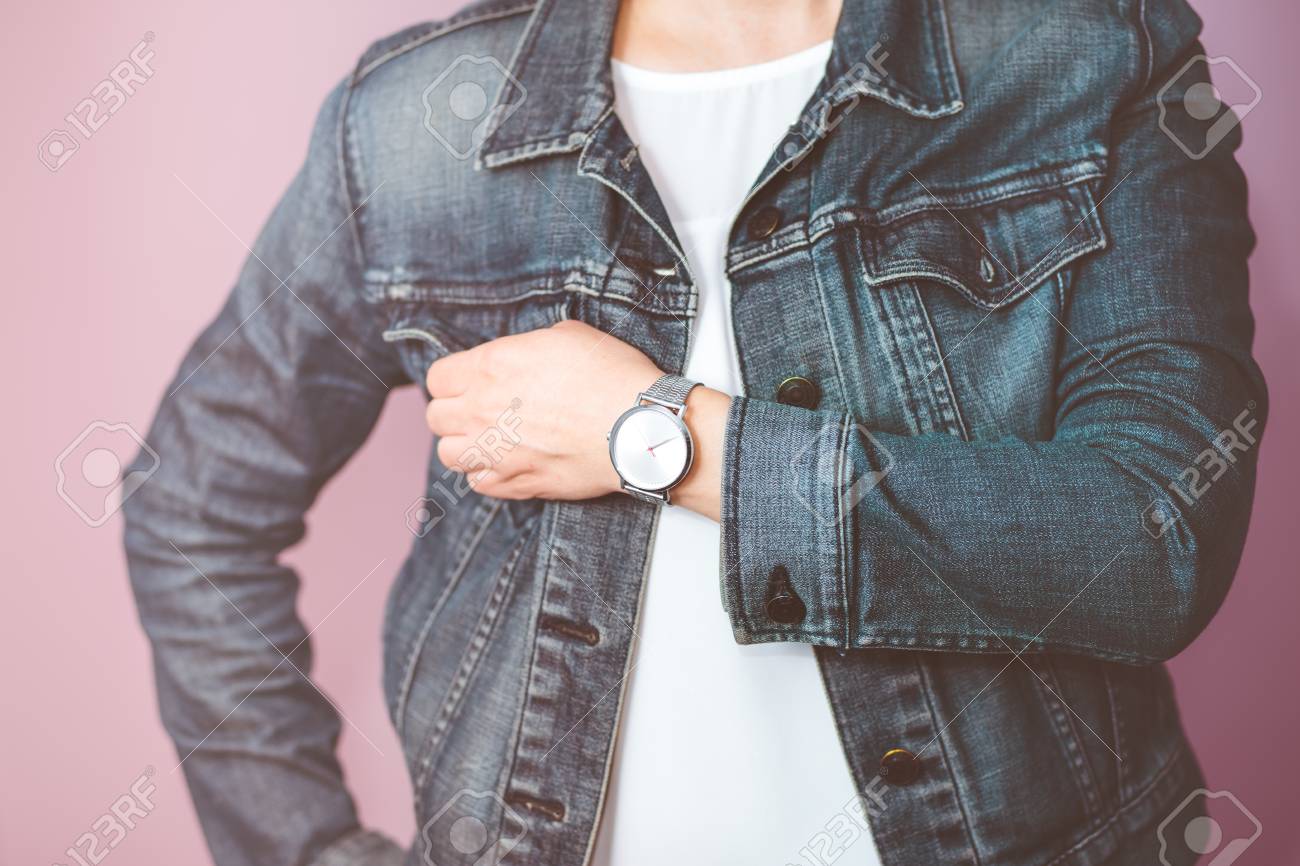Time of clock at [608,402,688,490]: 2:11
